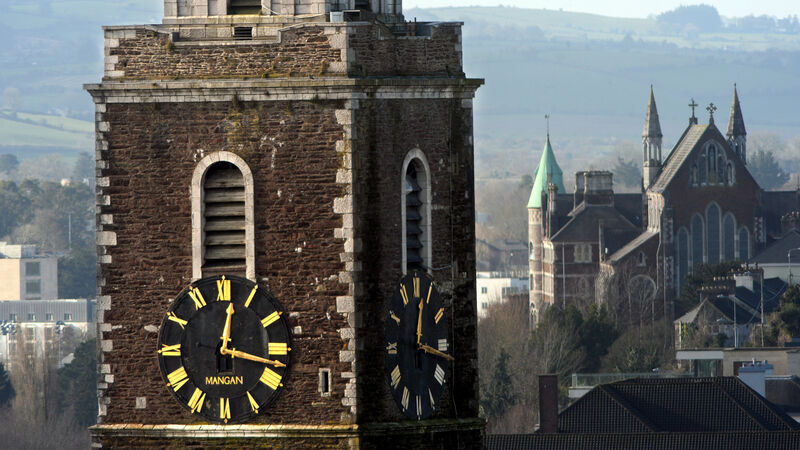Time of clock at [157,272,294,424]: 12:17
